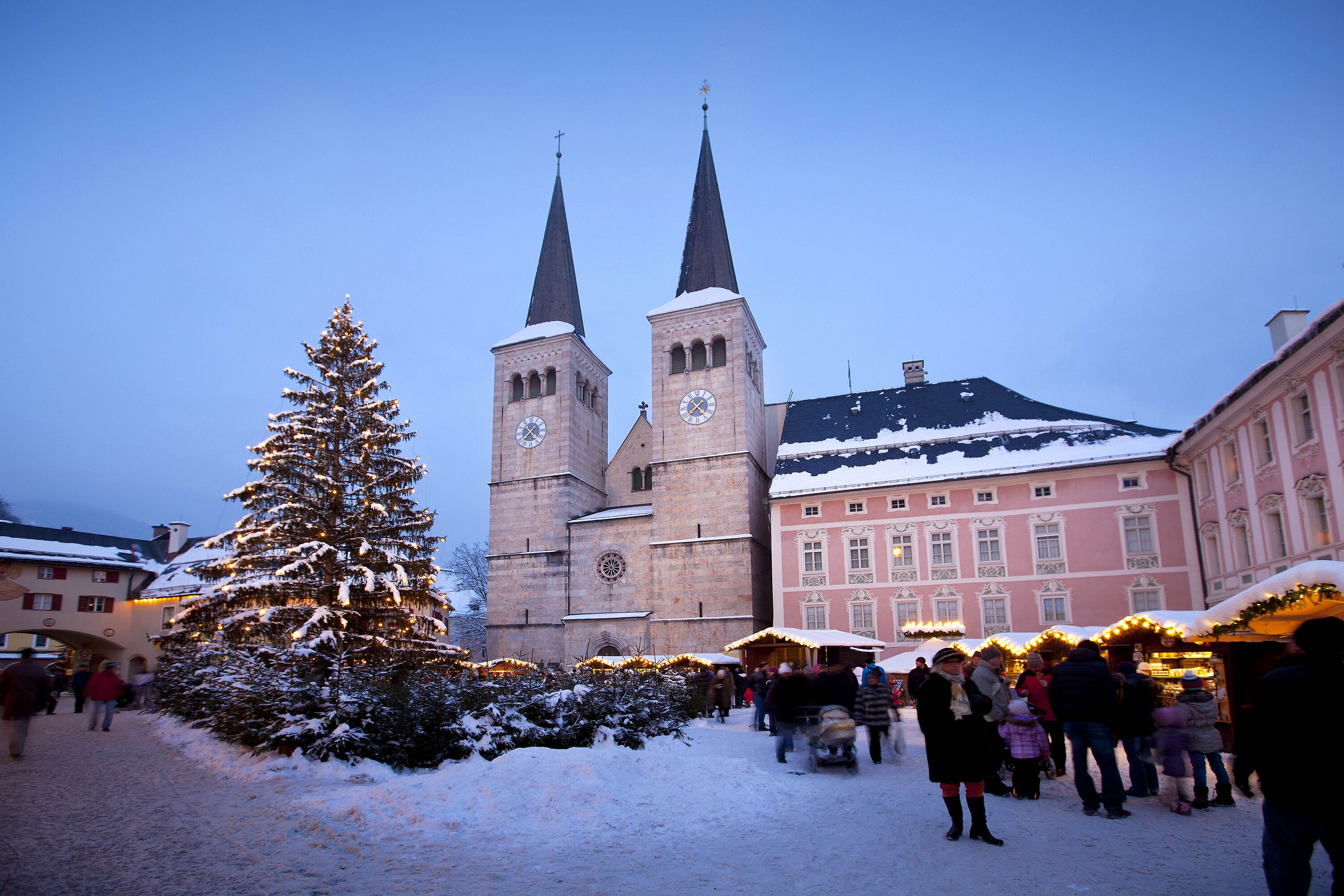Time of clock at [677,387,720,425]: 4:38
